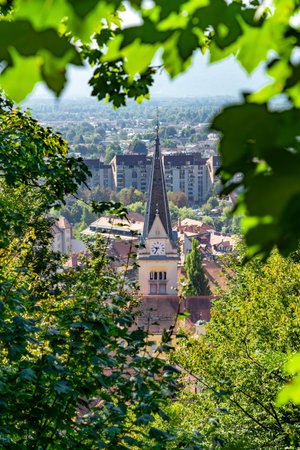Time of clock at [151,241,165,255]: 9:34
